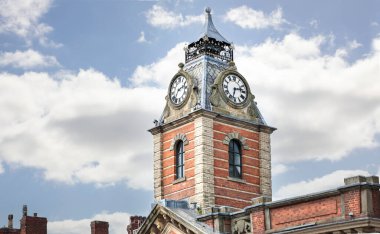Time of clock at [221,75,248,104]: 2:32
